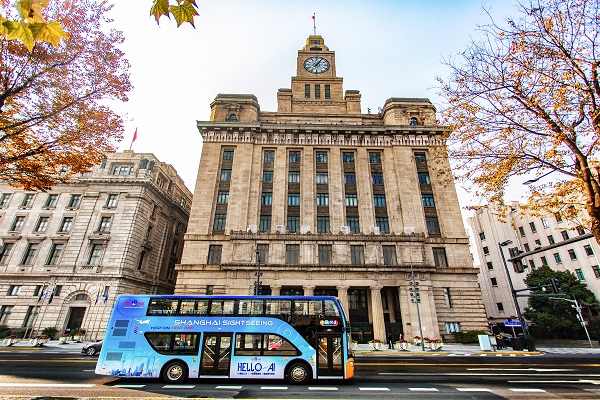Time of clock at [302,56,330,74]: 1:05
